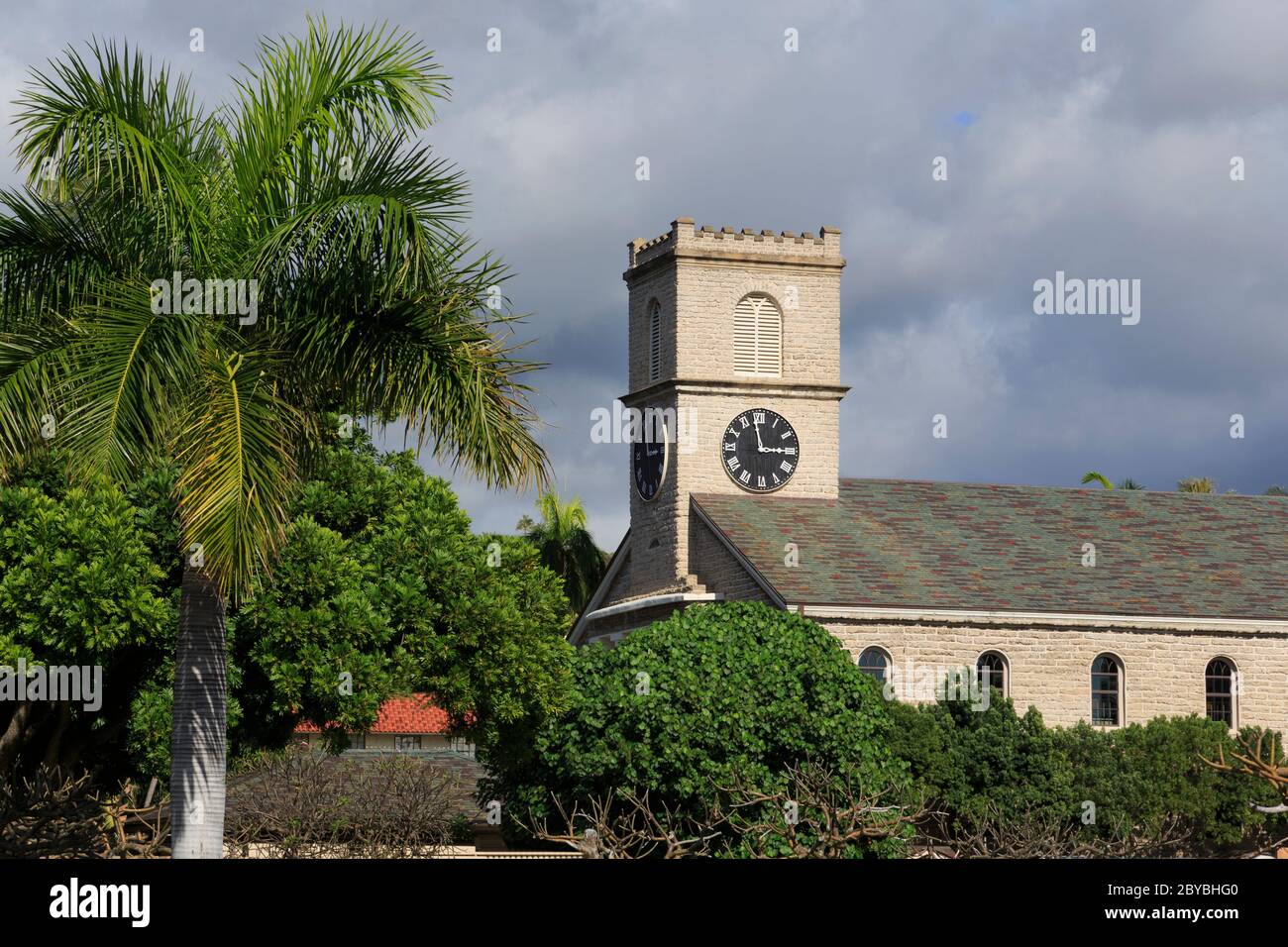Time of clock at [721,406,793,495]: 2:58
